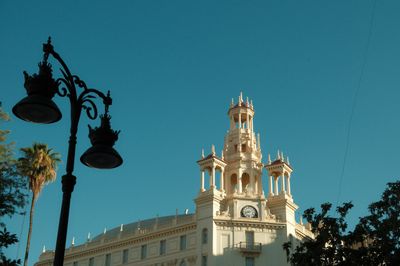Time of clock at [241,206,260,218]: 8:12
